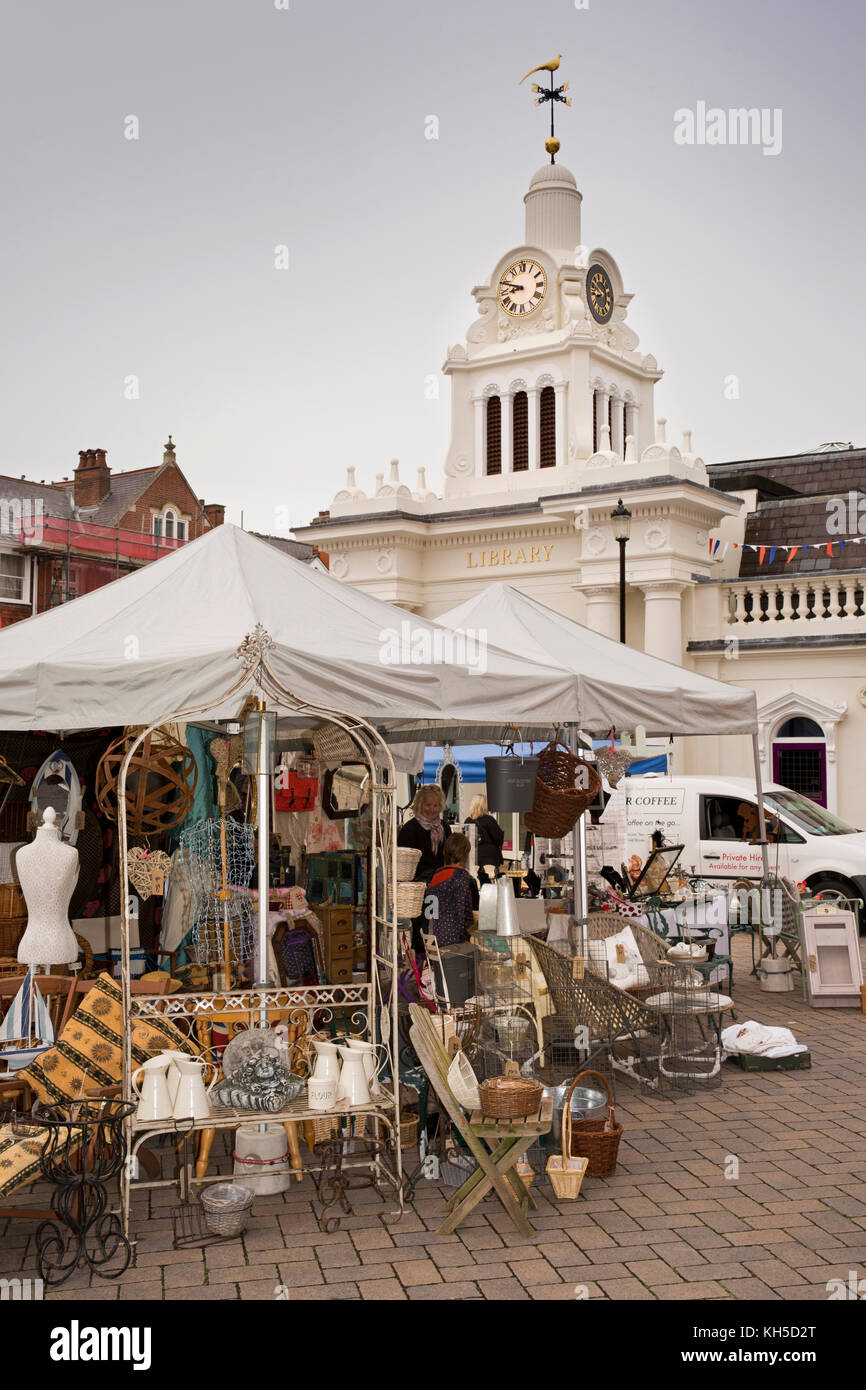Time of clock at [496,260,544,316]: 8:48
